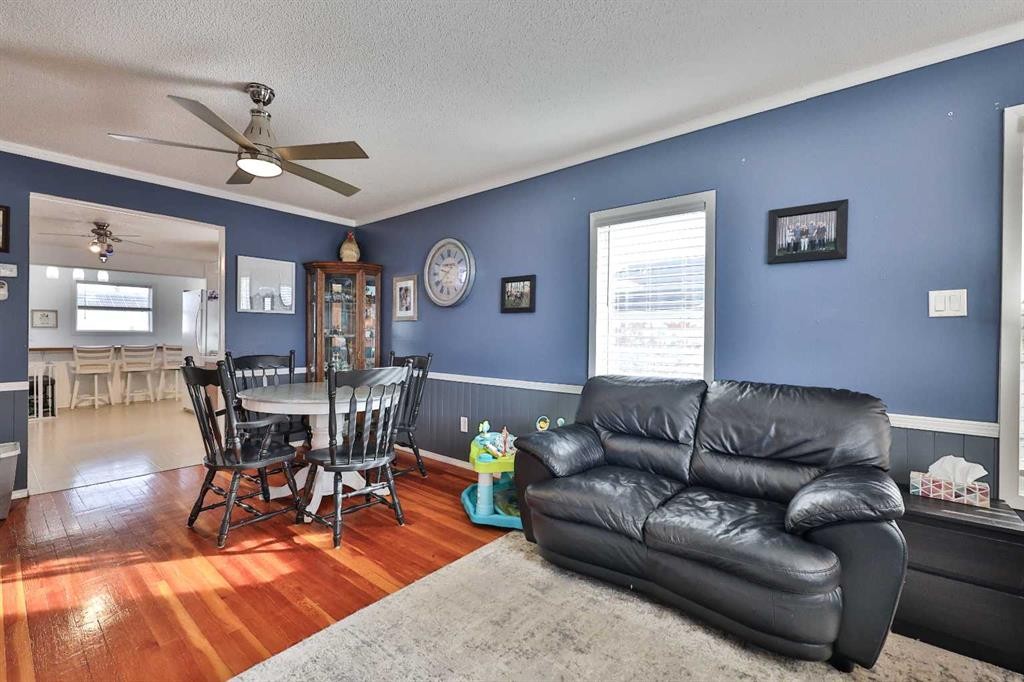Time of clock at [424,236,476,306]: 9:38
